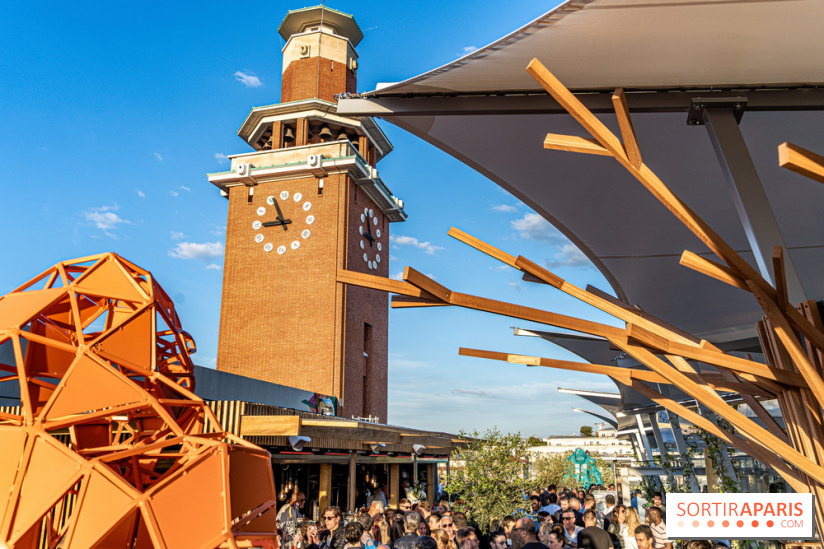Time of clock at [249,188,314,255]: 8:56
